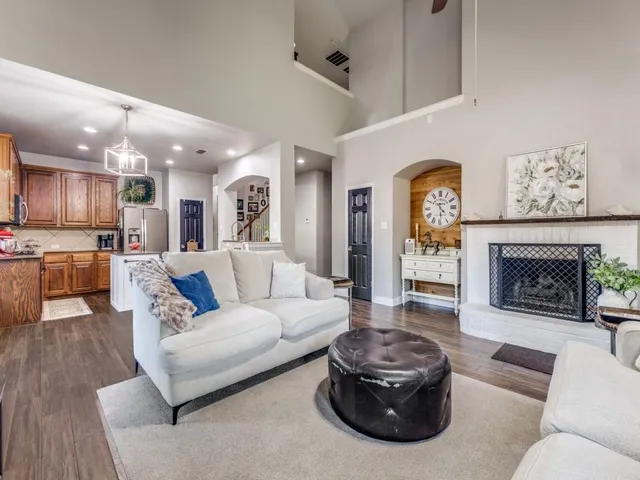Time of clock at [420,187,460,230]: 4:29
